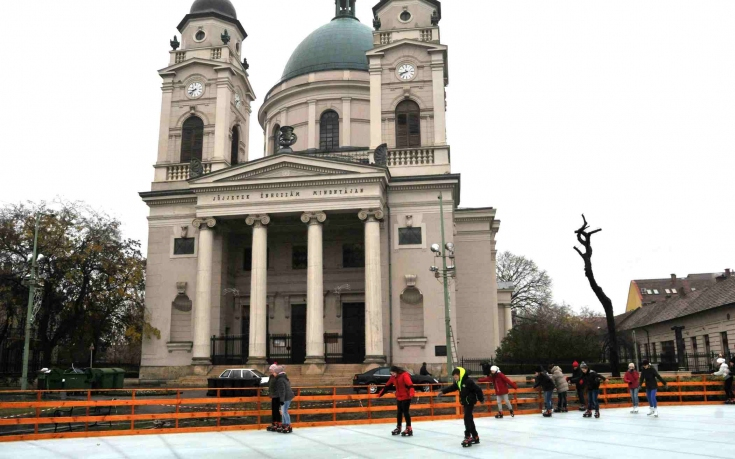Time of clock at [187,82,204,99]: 8:38
